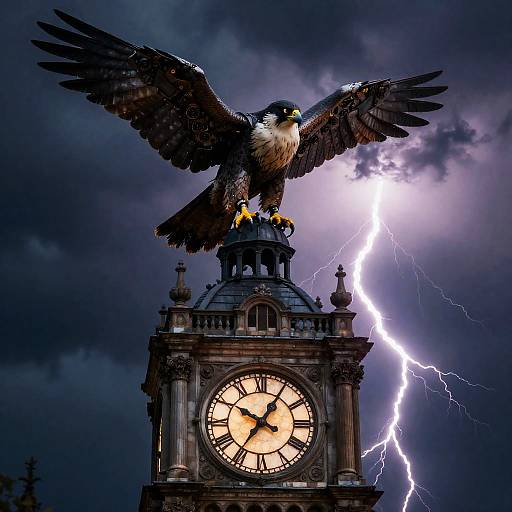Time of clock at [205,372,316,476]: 10:05
